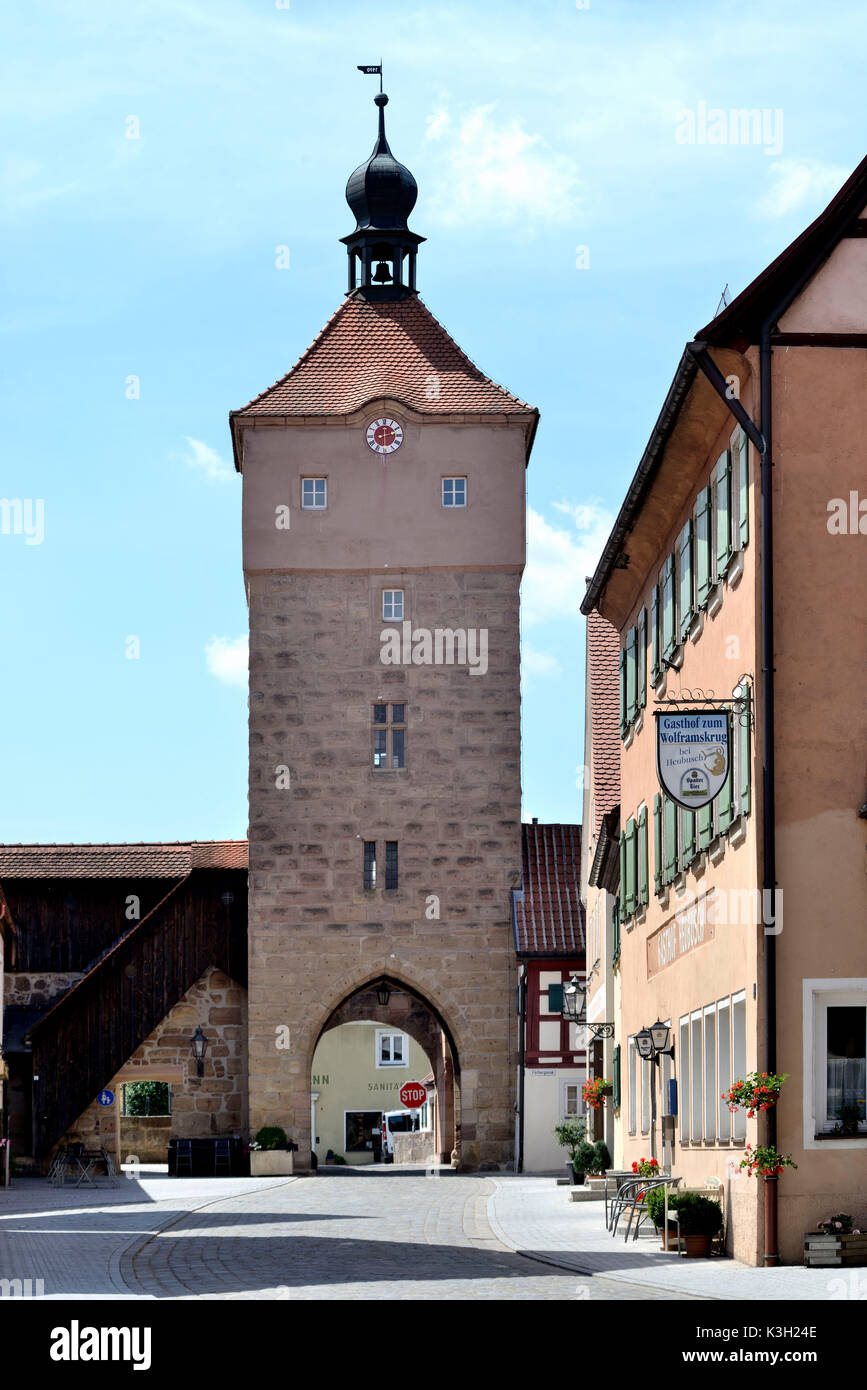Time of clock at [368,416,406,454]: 12:12
